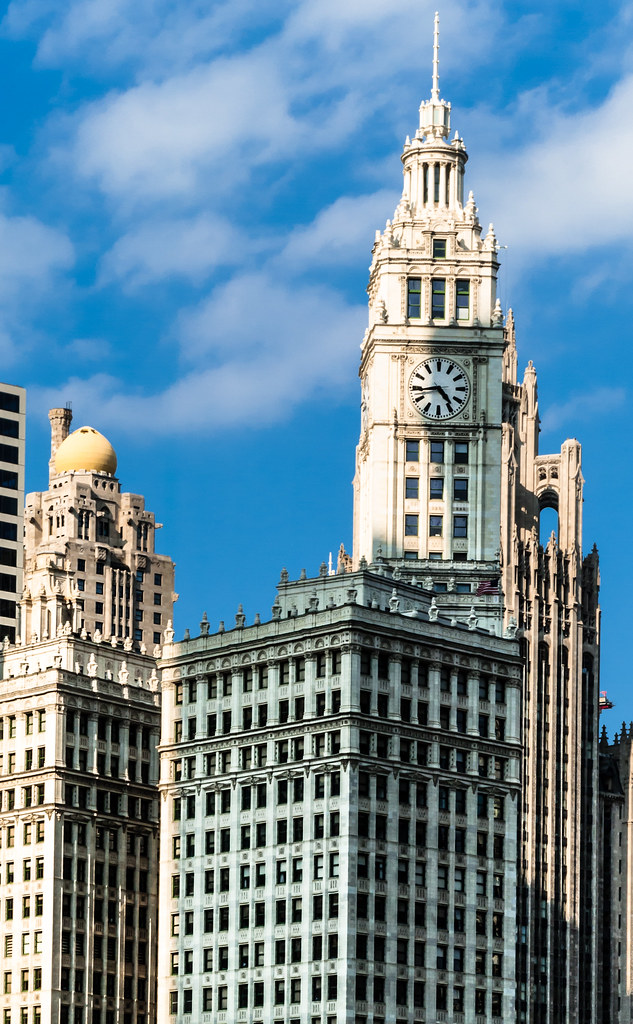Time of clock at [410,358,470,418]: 4:43
